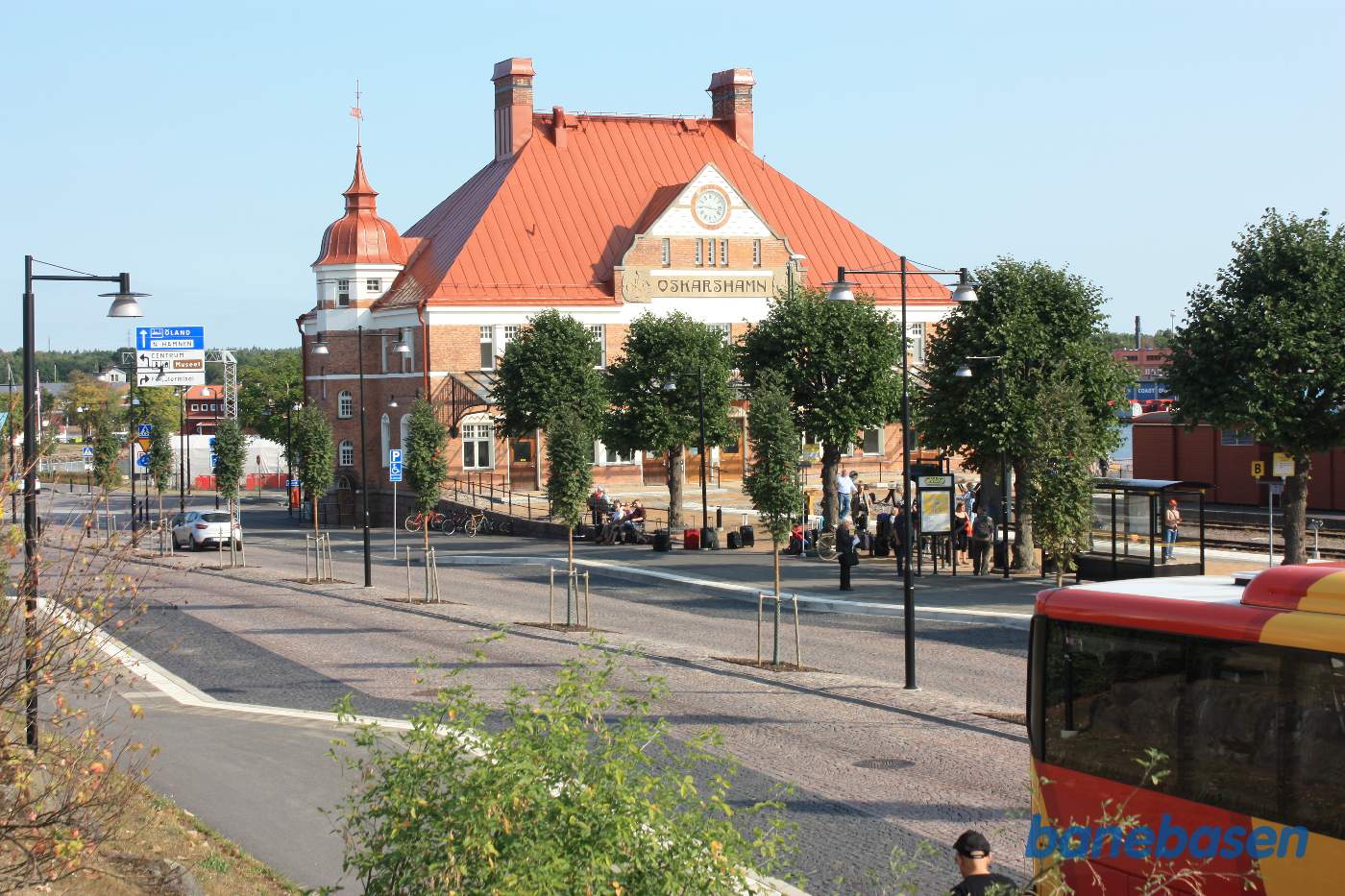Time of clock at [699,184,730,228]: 9:17
